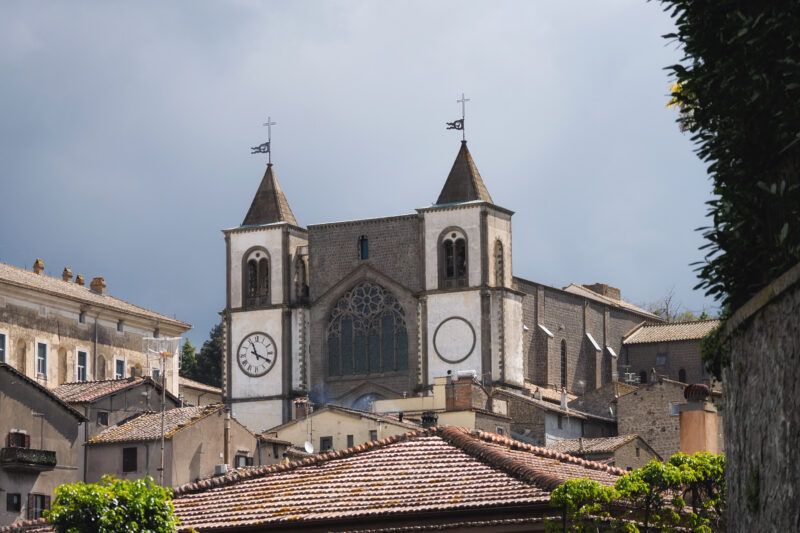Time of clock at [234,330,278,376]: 11:19
